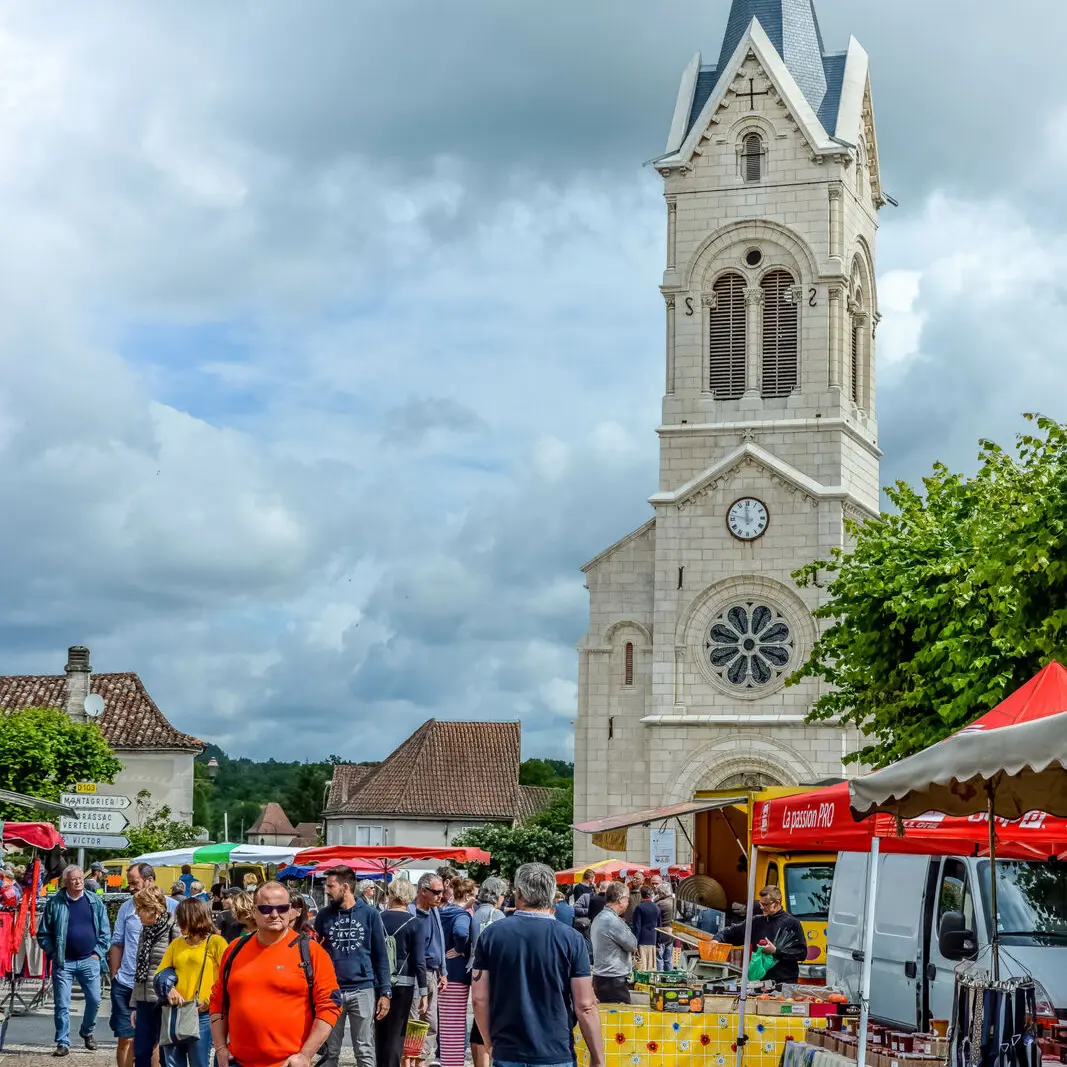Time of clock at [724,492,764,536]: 11:47
